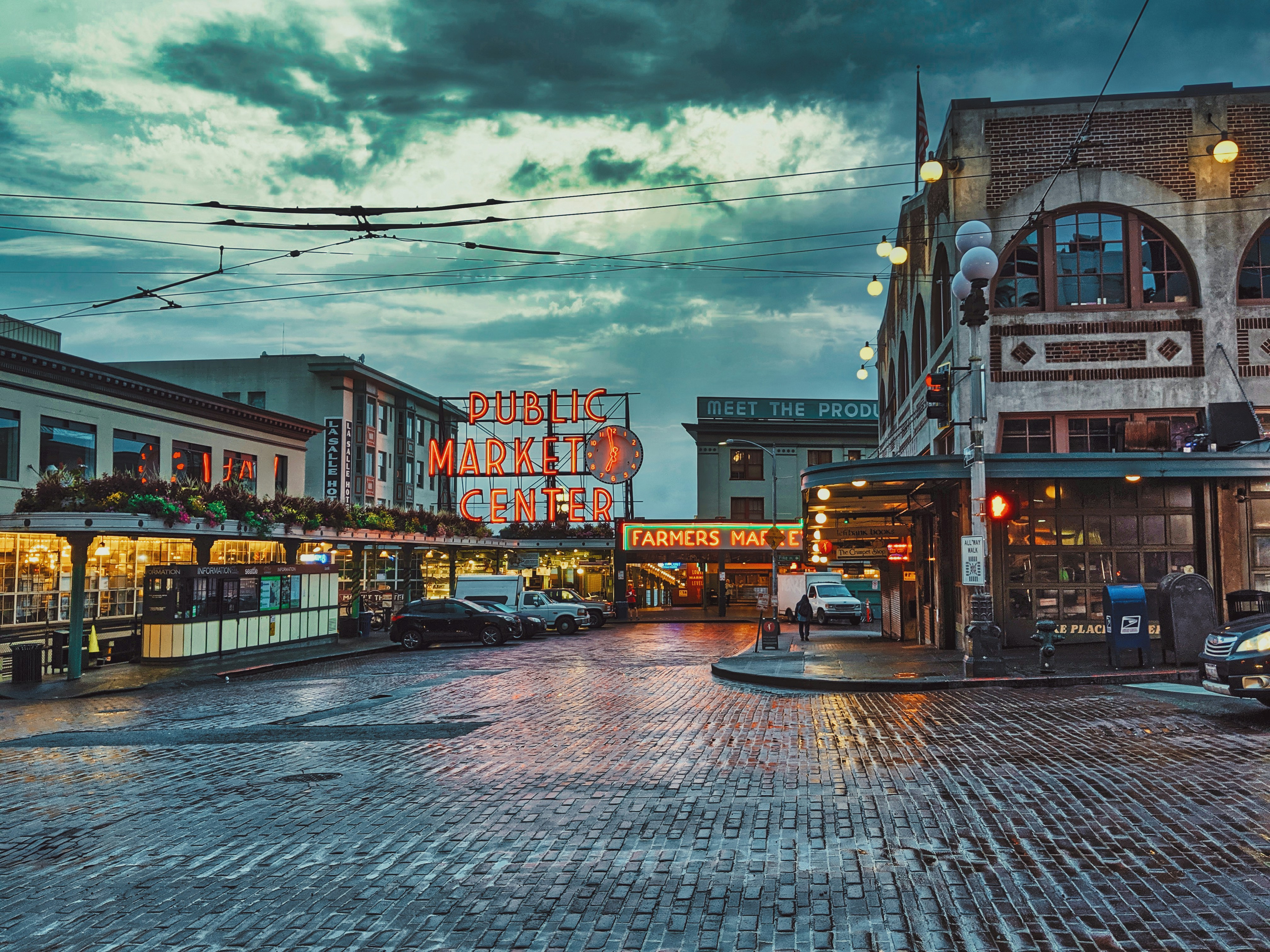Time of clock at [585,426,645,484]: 6:58
